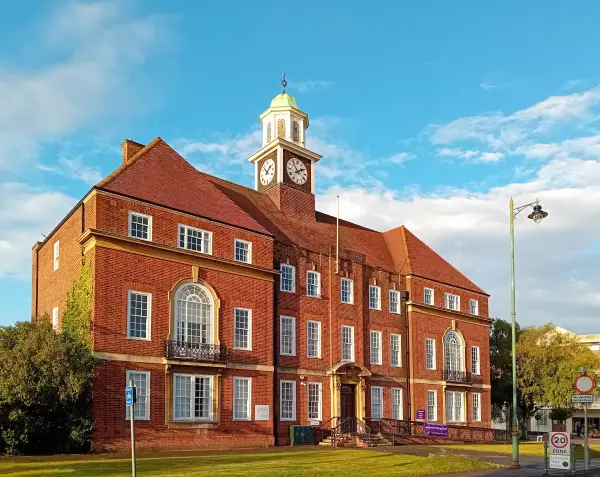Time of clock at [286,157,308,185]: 1:53
